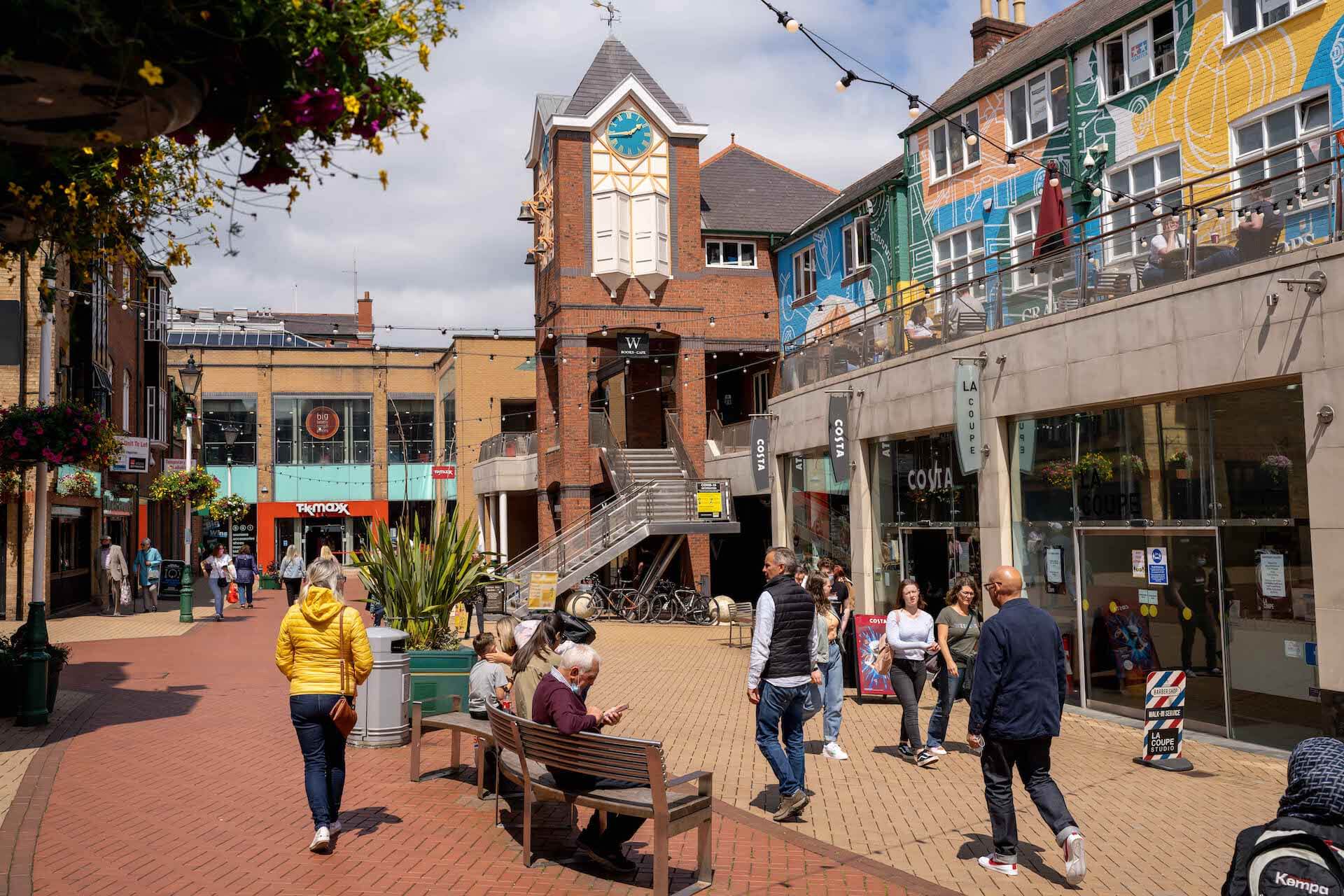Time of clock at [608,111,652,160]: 1:44
